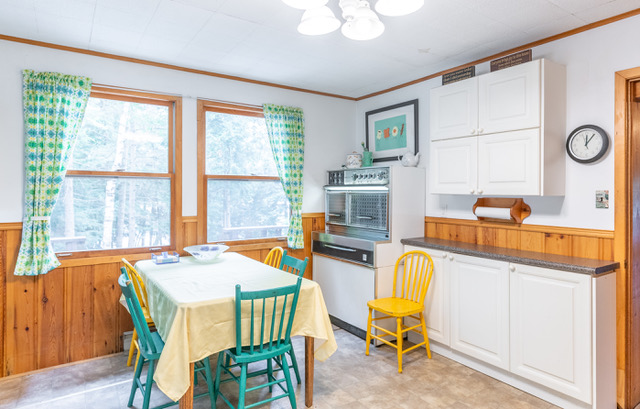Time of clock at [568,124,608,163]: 12:06
